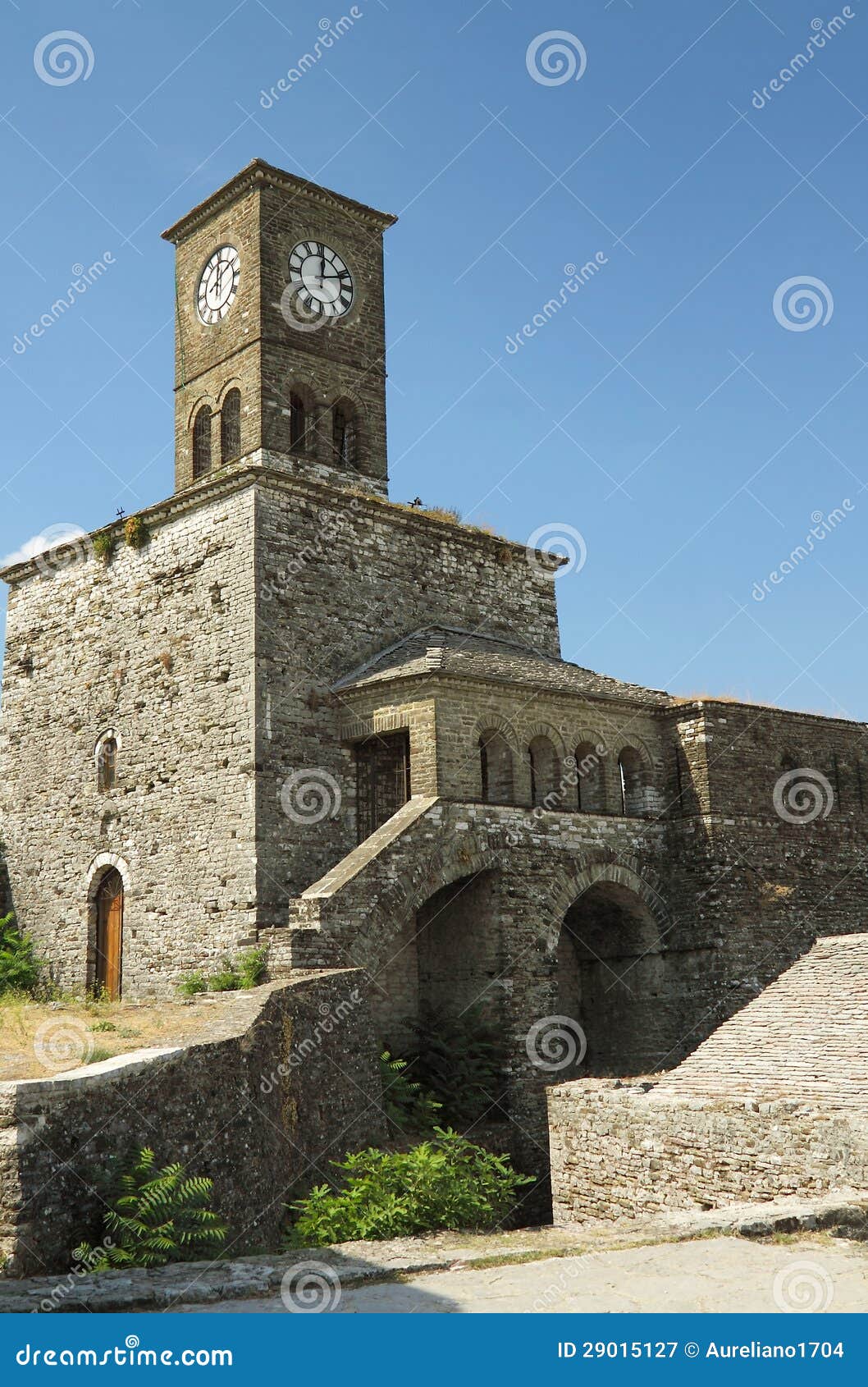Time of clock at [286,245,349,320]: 12:12
